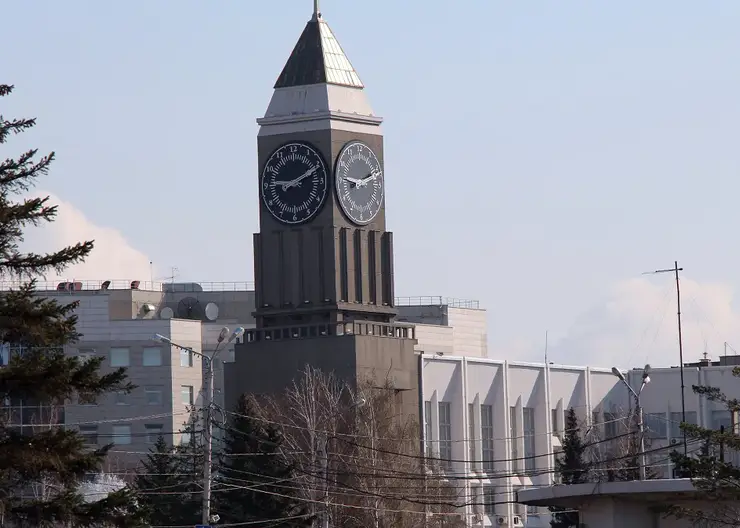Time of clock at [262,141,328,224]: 9:10
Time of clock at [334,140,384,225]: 9:11
